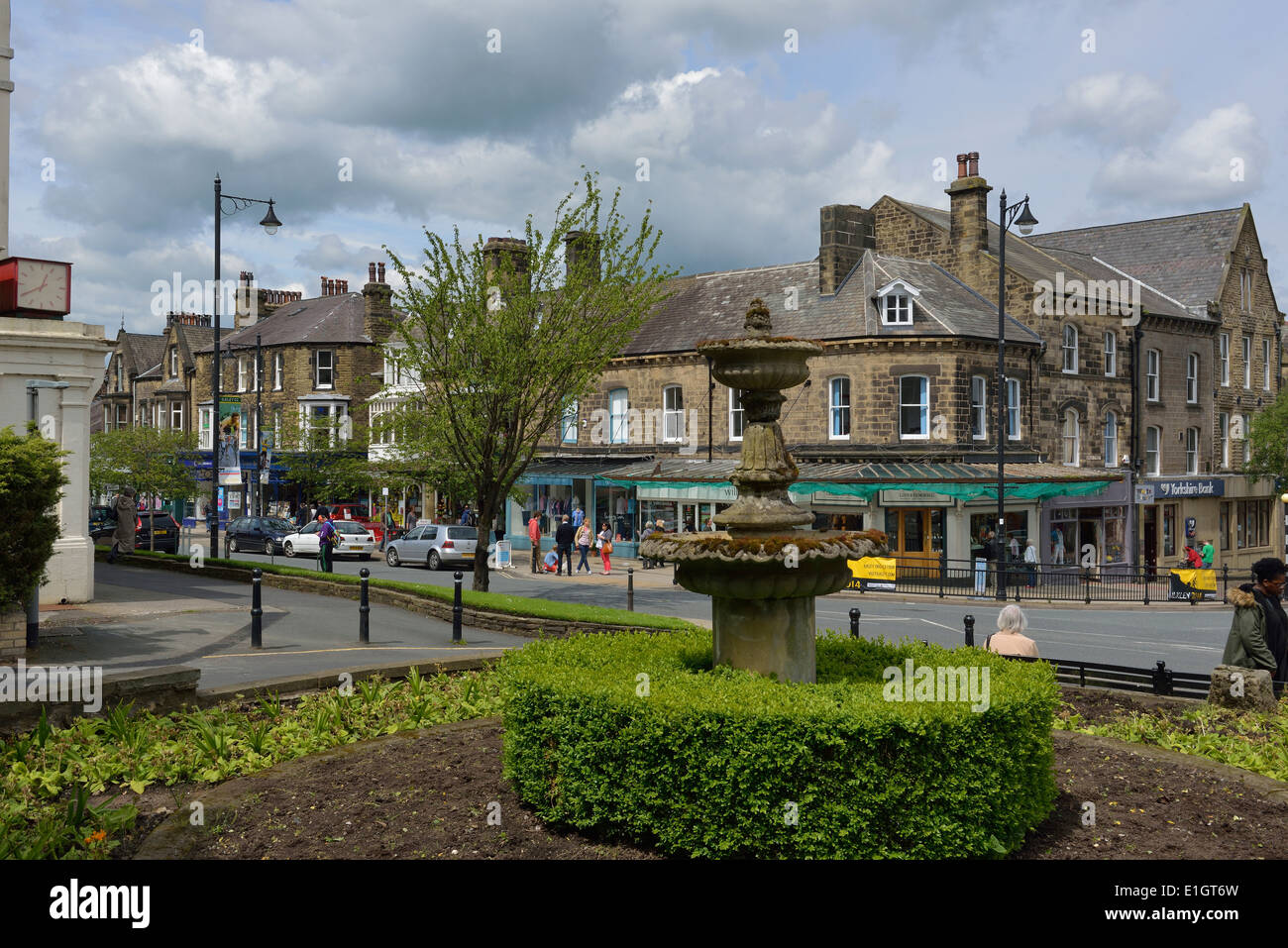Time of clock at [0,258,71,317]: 12:39
